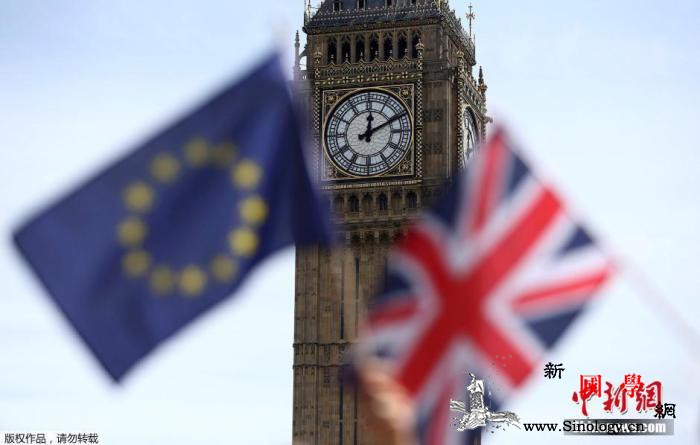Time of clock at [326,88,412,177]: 12:10
